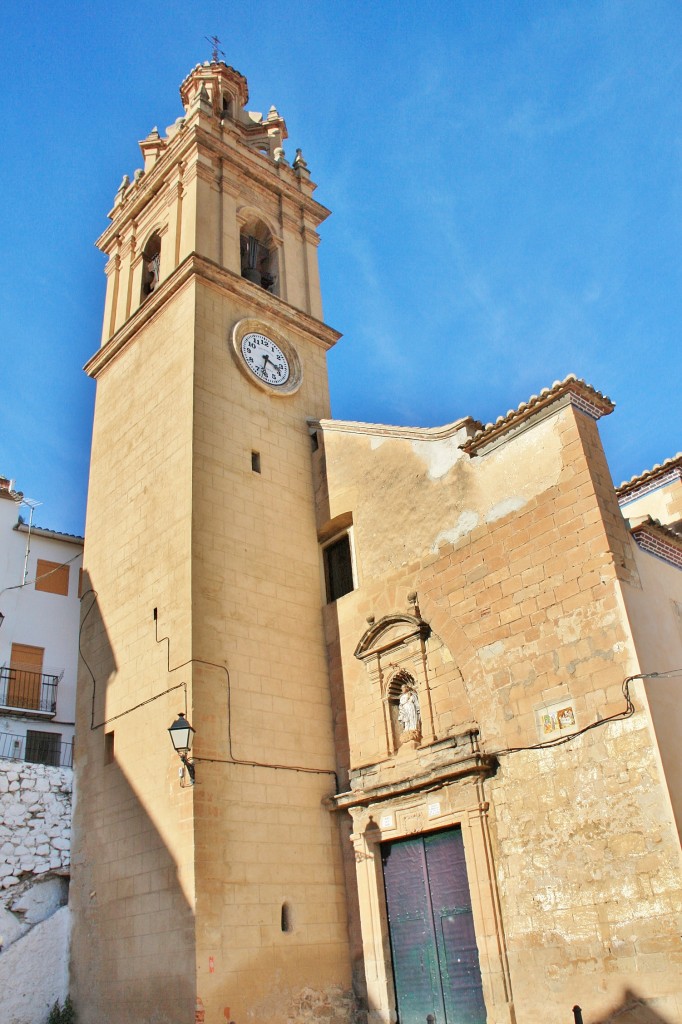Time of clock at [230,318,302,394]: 3:32
